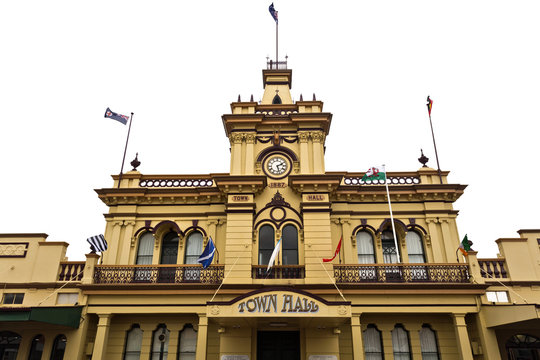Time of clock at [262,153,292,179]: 2:27
